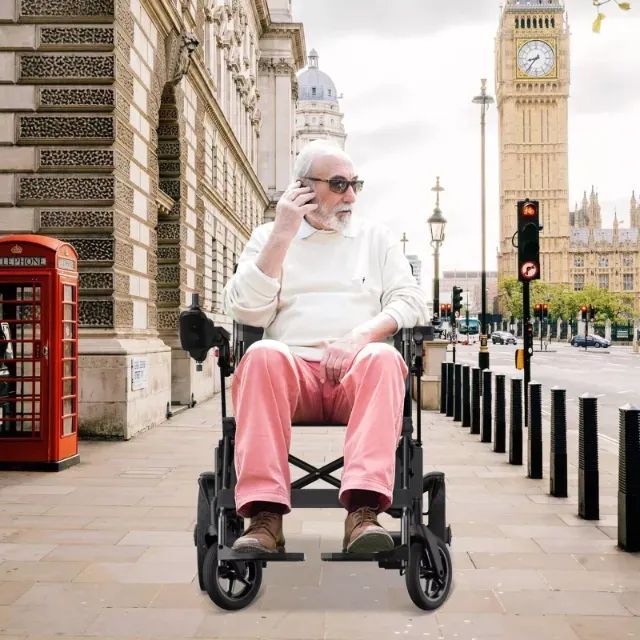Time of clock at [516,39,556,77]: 8:36
